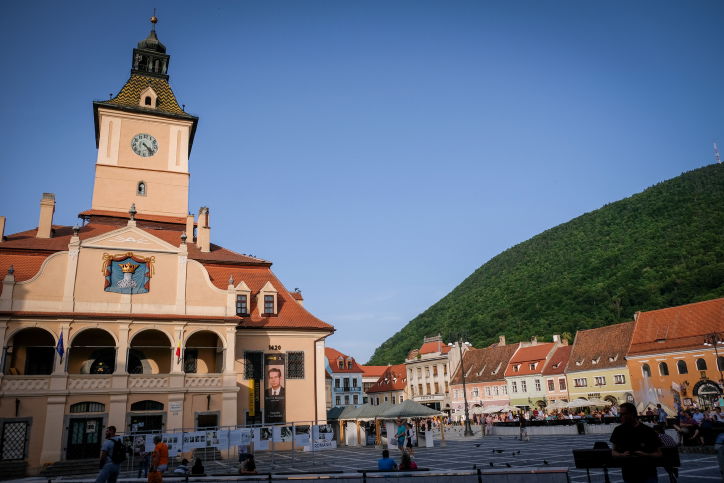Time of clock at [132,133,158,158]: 4:22
